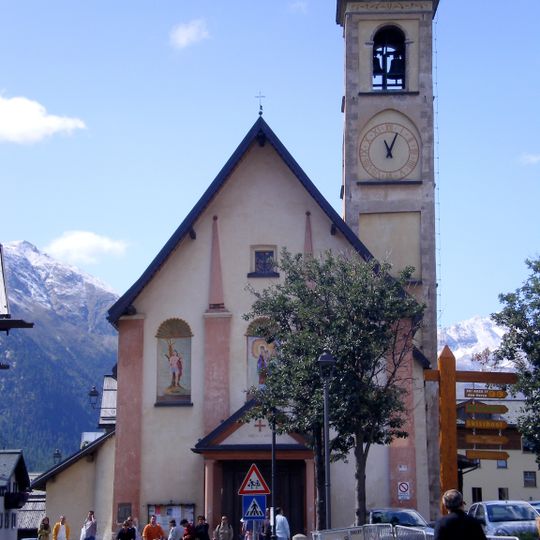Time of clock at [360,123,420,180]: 11:03
